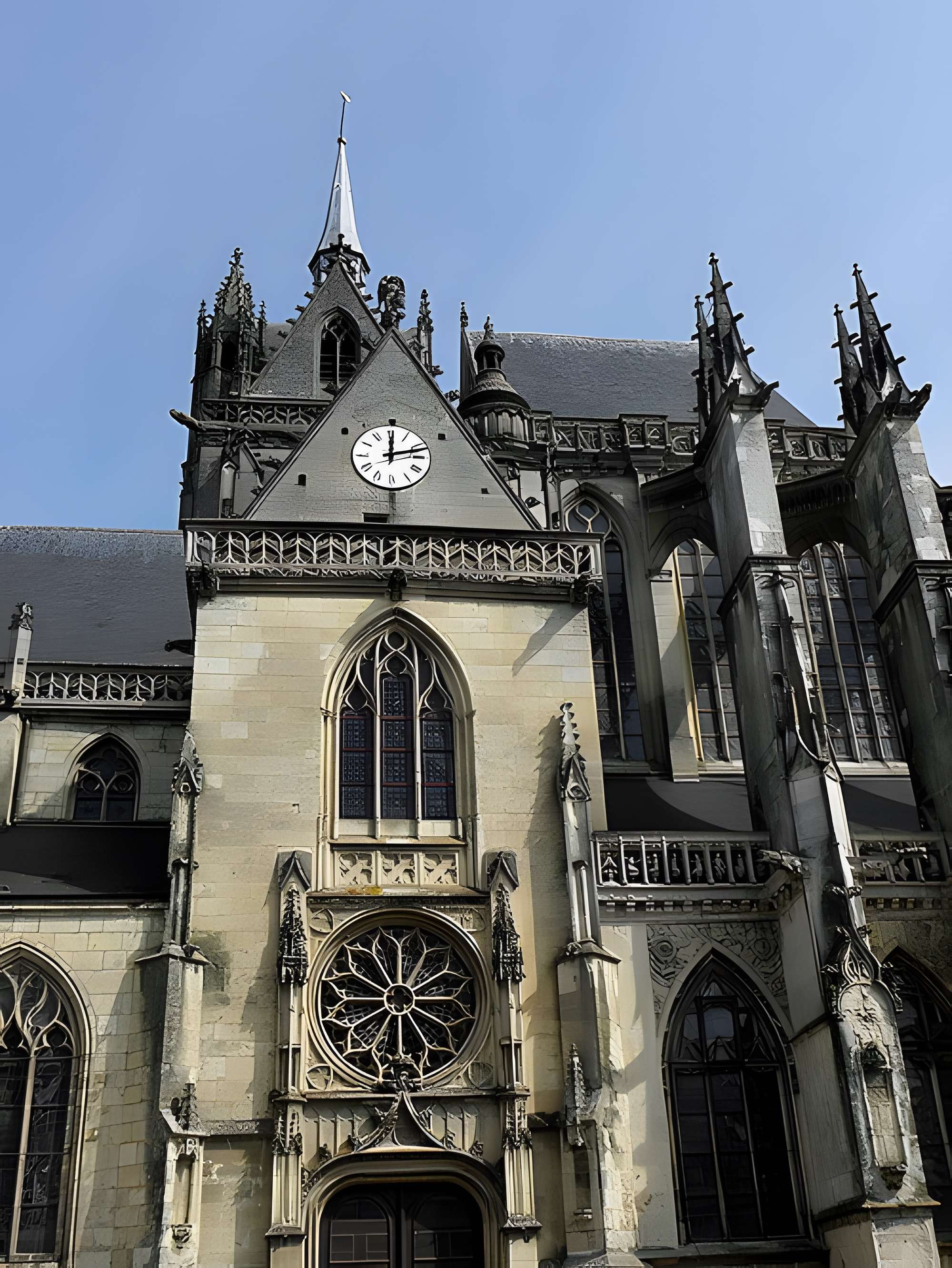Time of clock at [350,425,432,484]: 12:12
